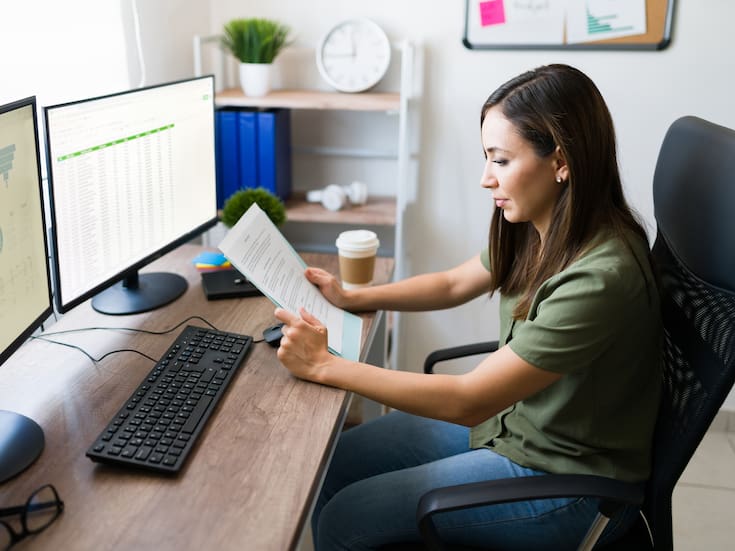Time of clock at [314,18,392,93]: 11:44
